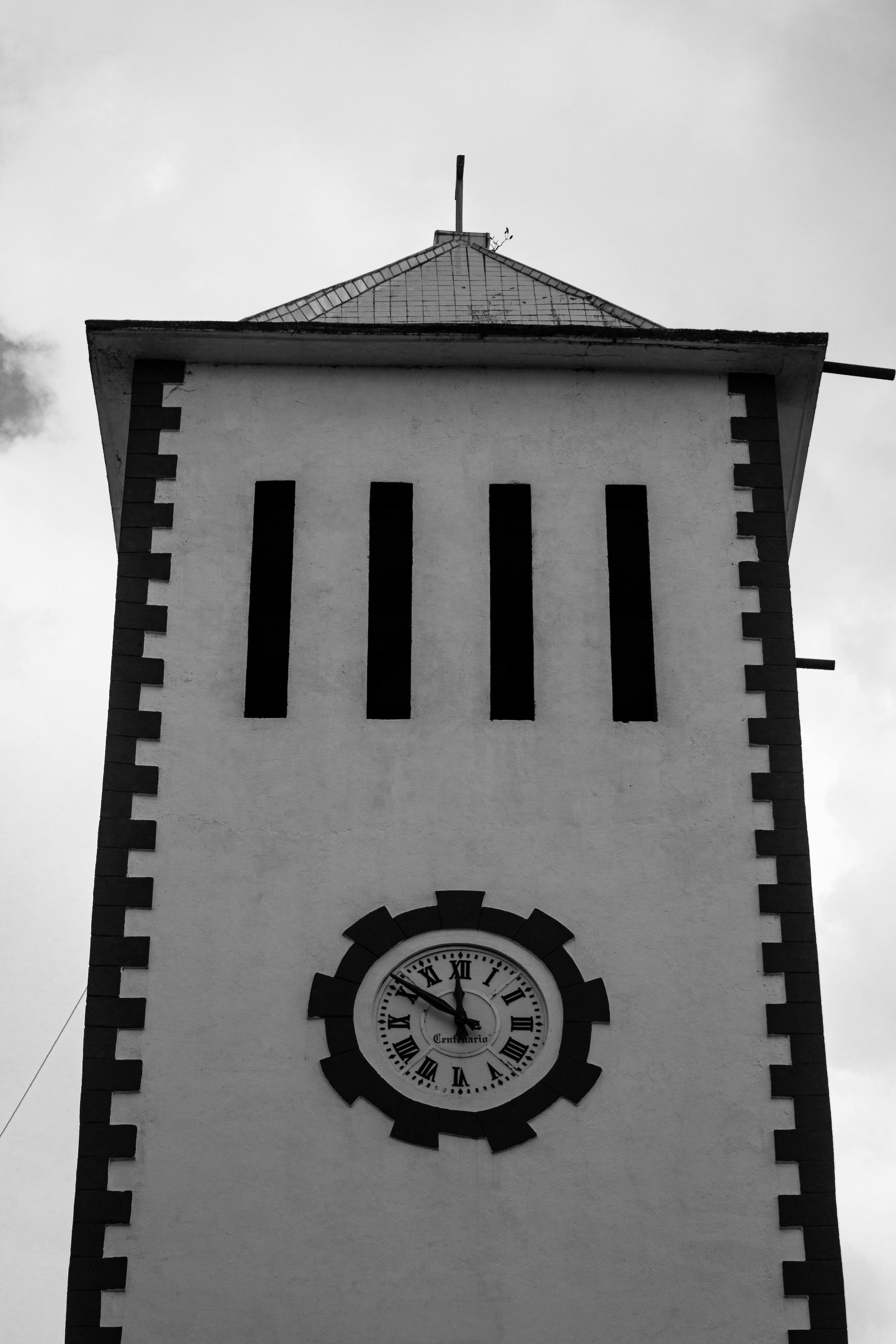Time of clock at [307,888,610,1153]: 11:50
